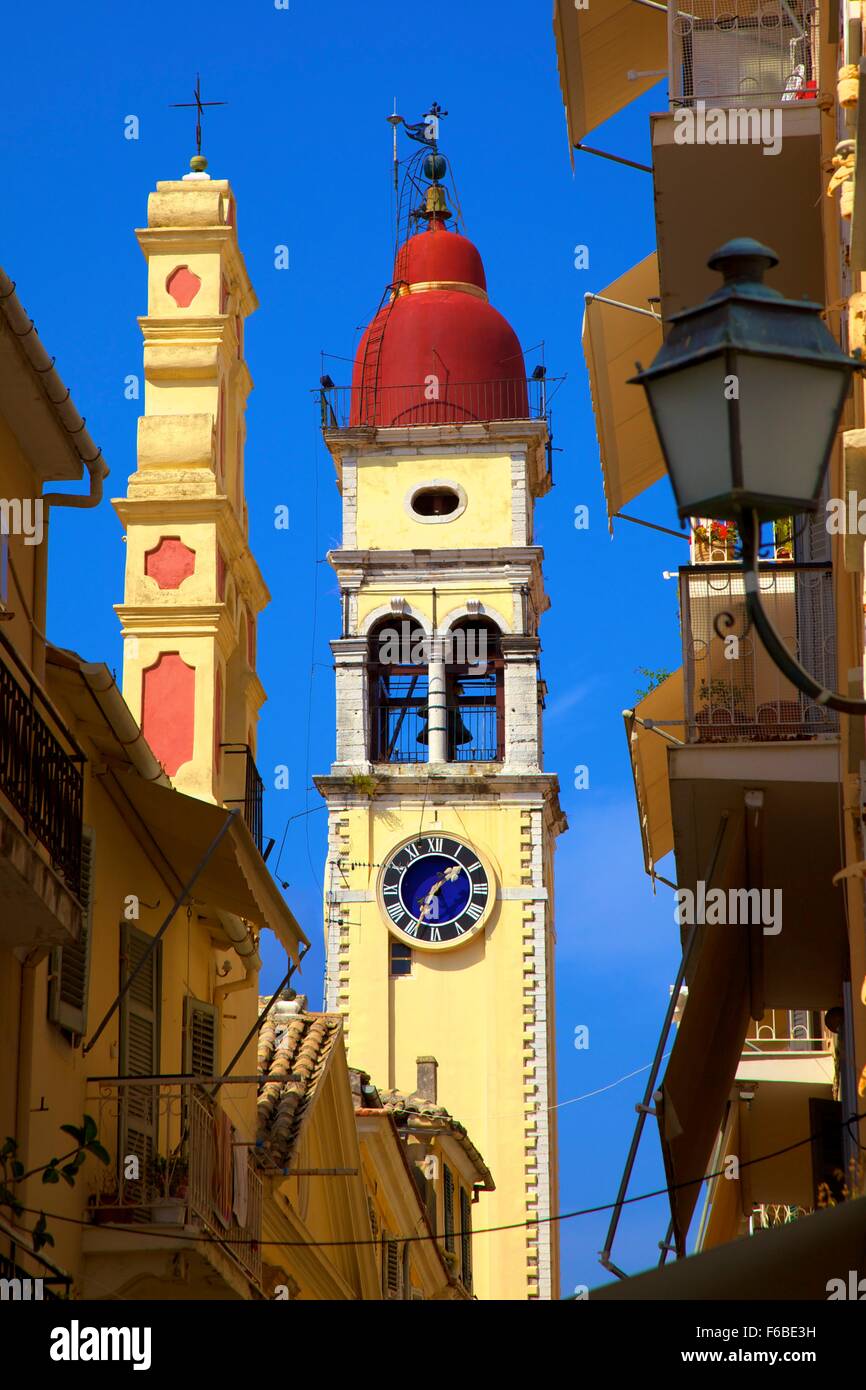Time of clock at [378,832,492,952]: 1:34
